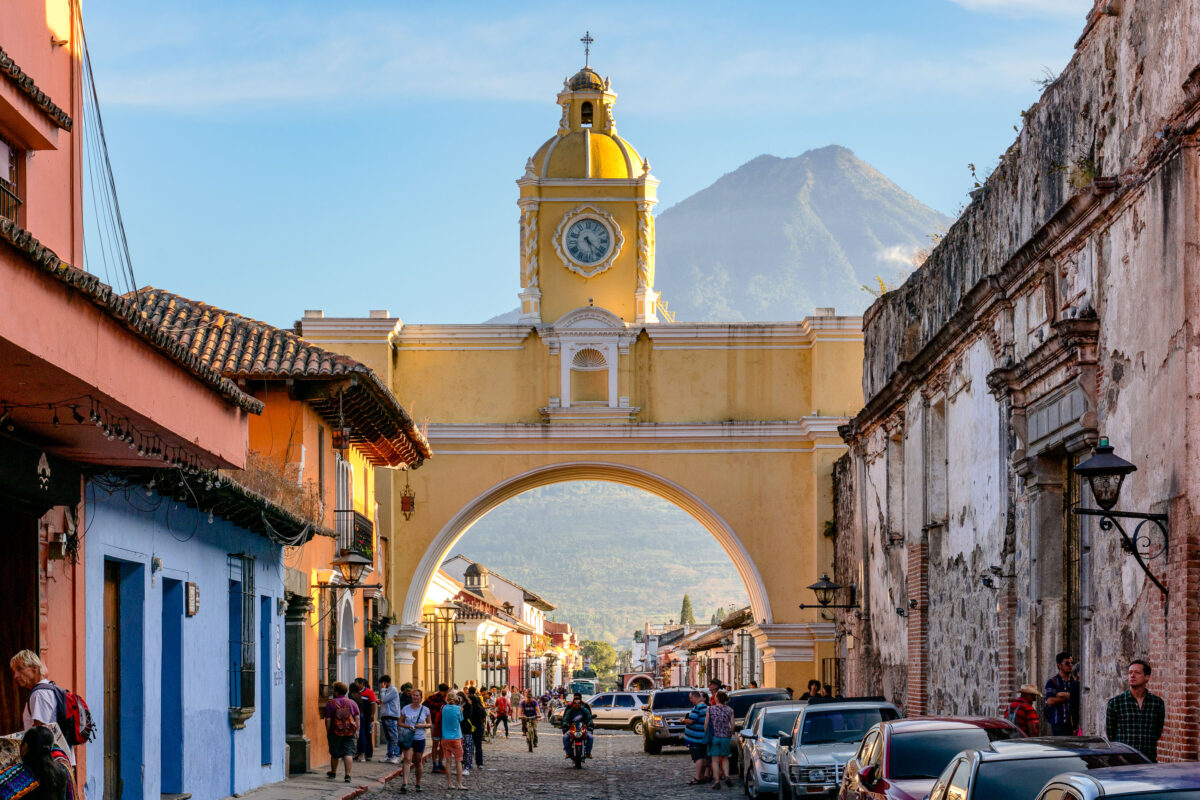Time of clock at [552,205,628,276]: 5:22
